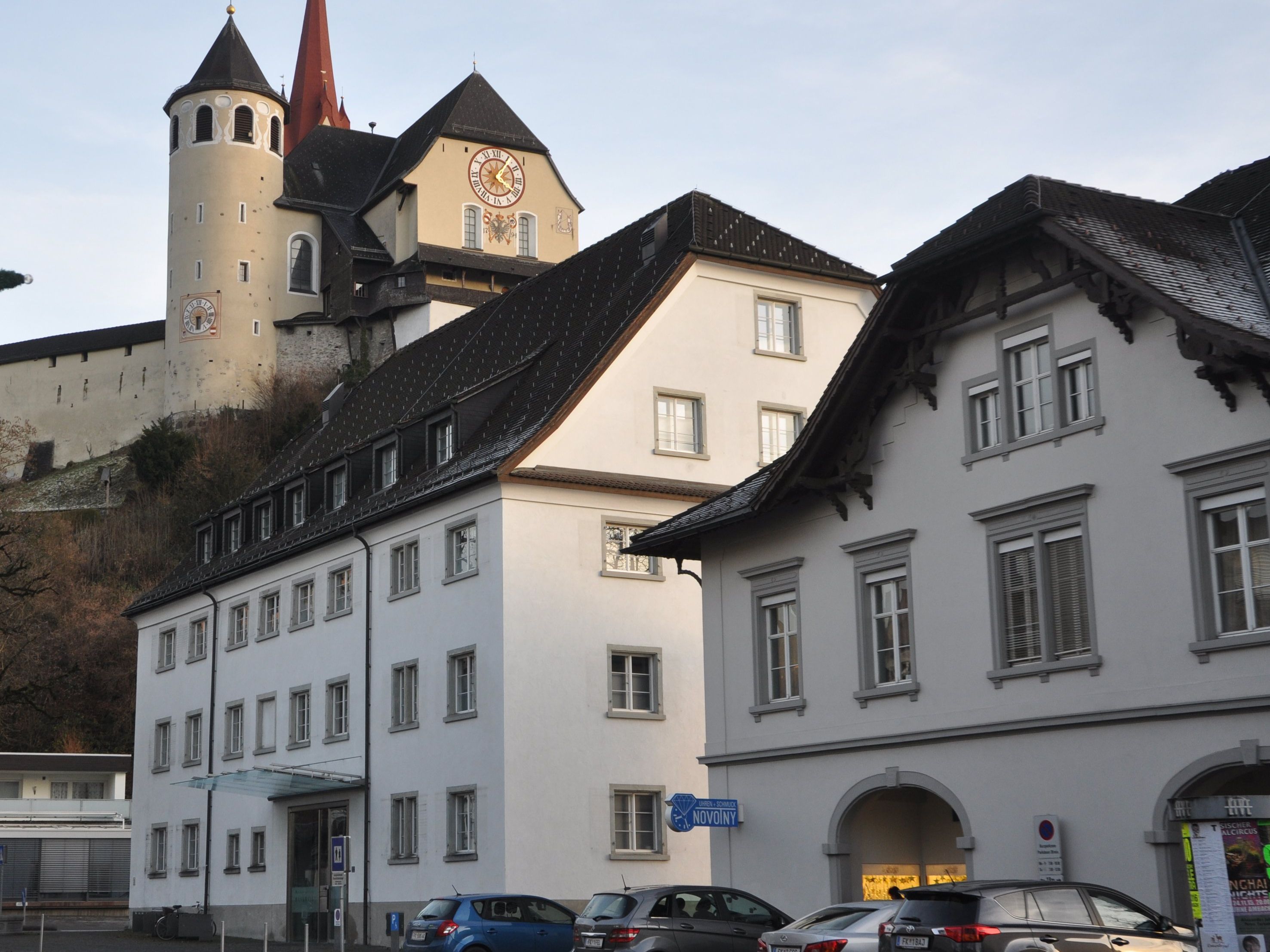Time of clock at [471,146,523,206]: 4:05
